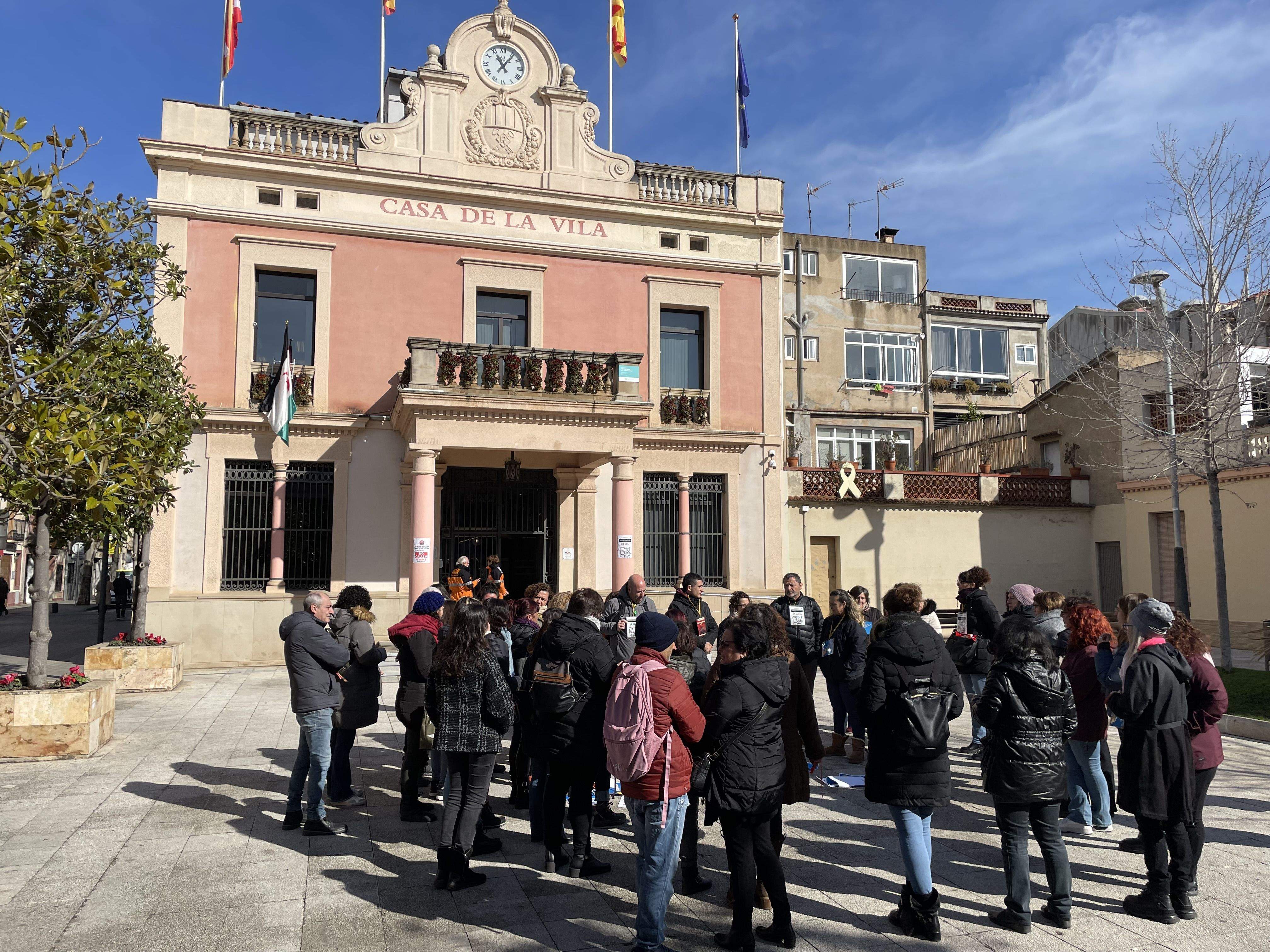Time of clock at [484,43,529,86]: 11:06
